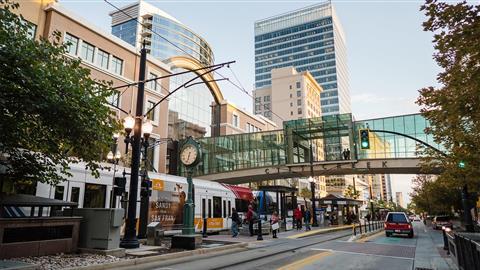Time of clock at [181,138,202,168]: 6:32
